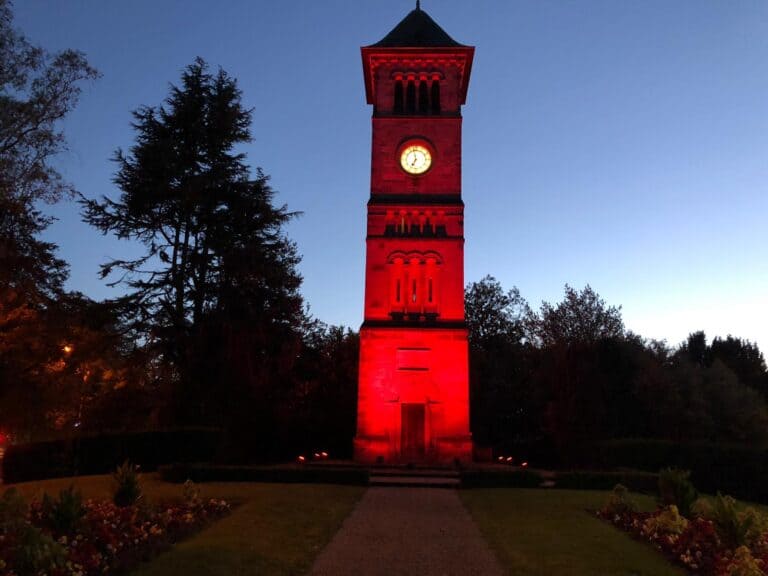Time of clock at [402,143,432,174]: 6:58
